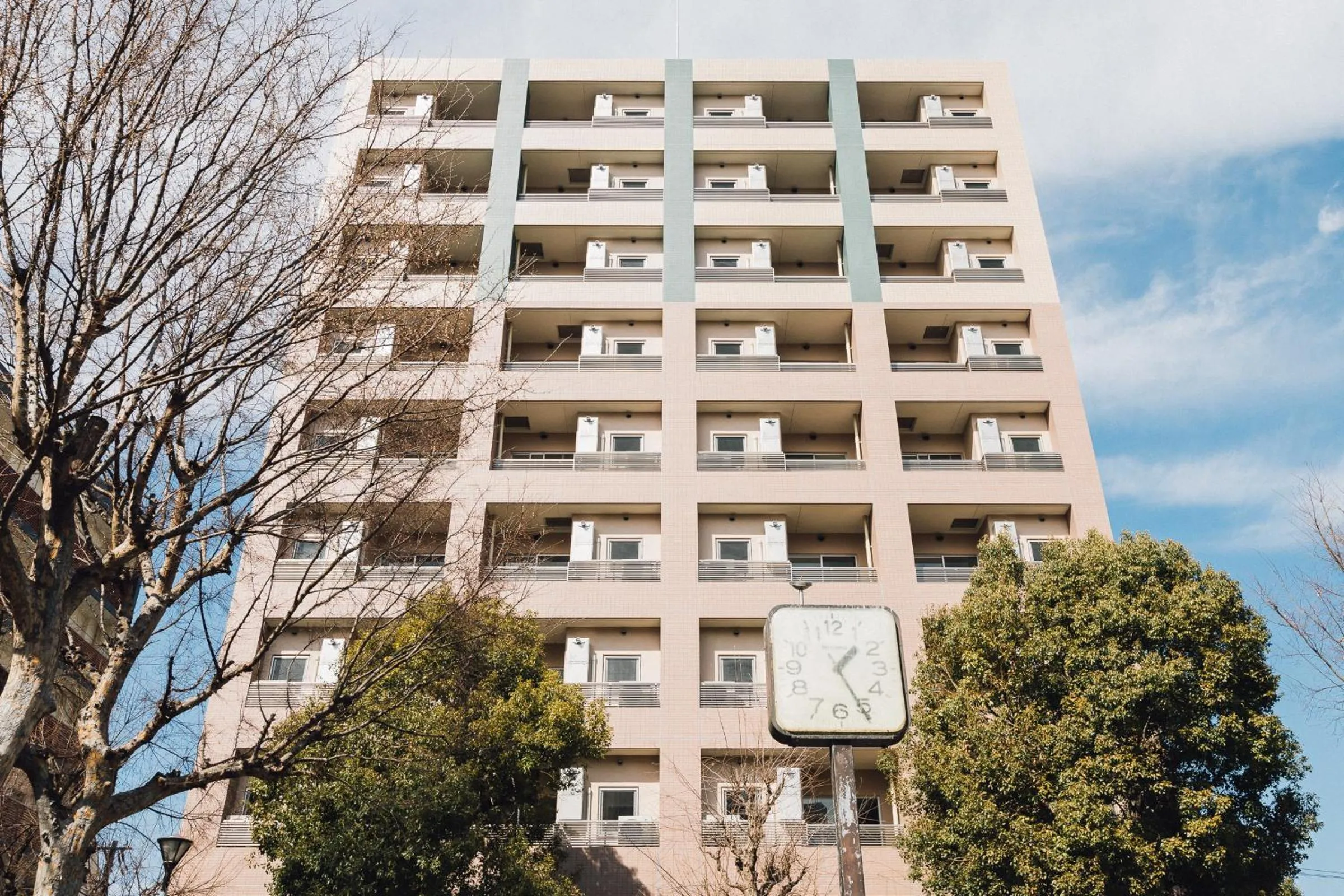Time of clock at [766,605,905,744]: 1:25
